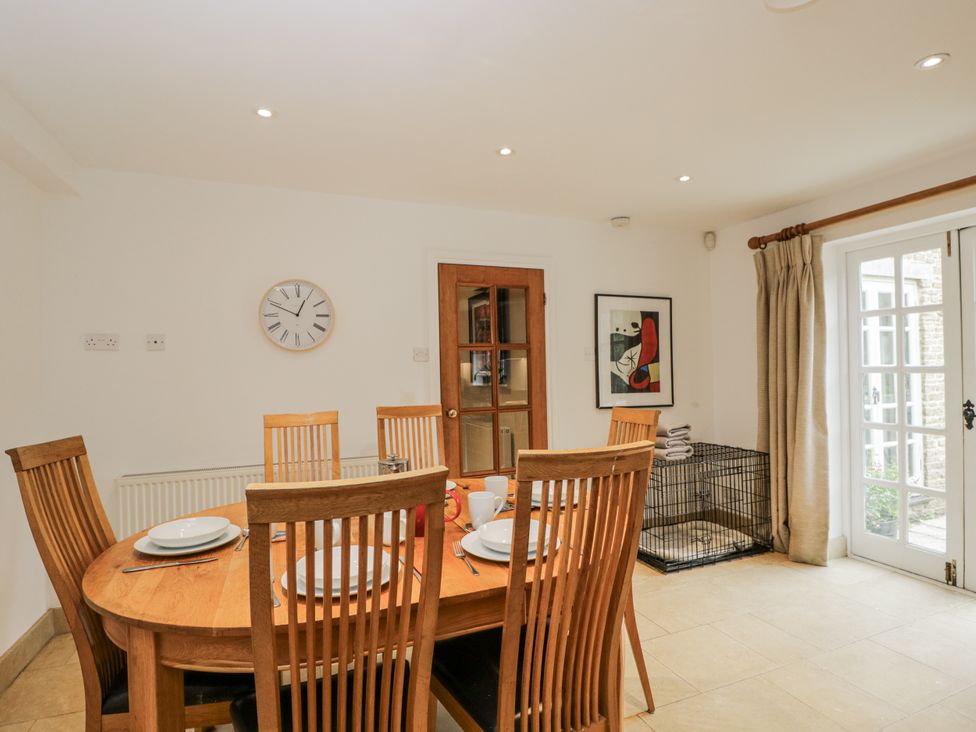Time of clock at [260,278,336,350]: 12:49
